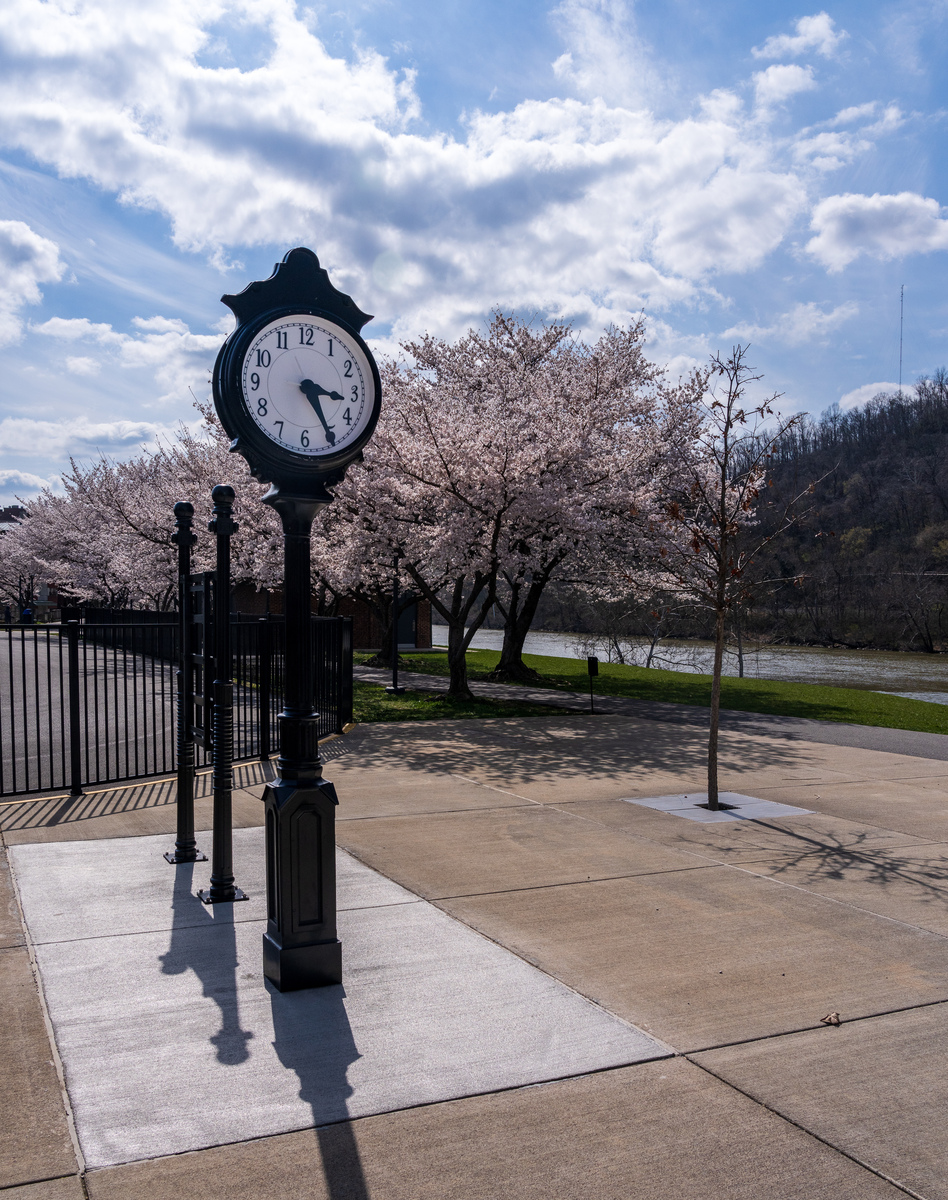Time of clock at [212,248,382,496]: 3:24
